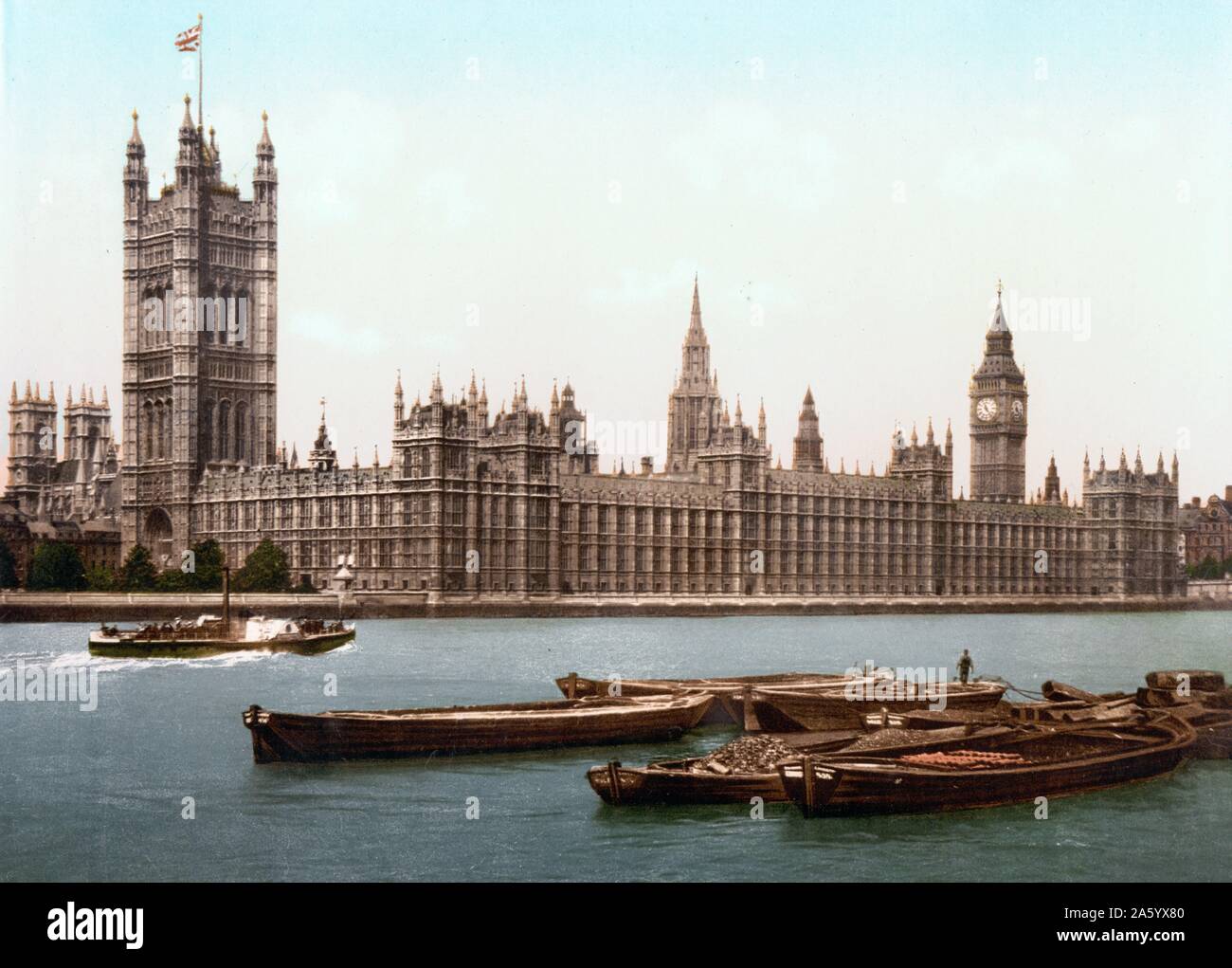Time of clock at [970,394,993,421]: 11:23
